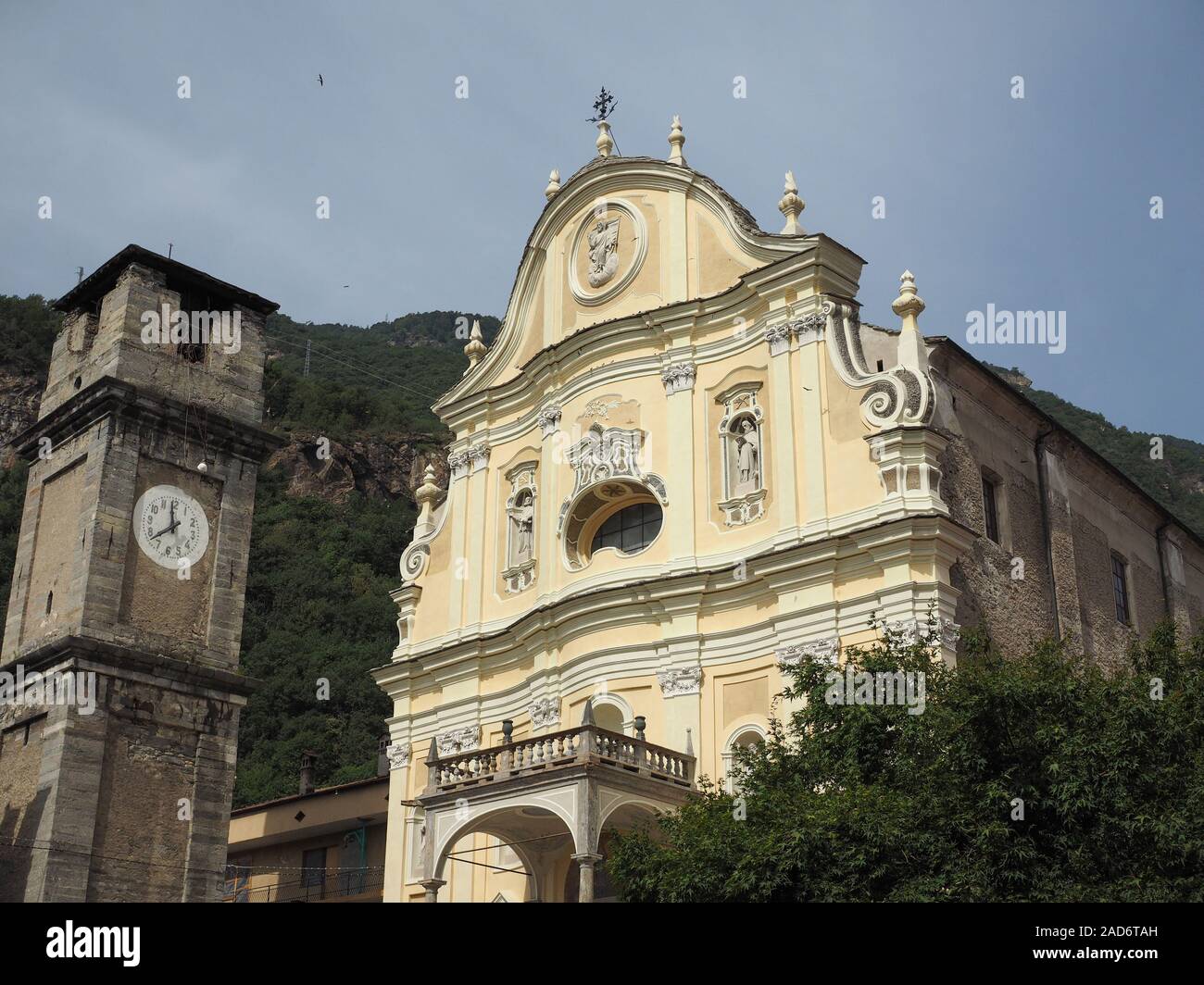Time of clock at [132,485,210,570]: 11:38
